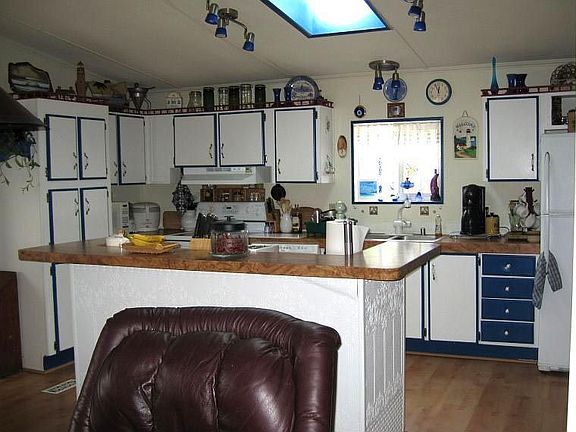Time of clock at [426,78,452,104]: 11:56
